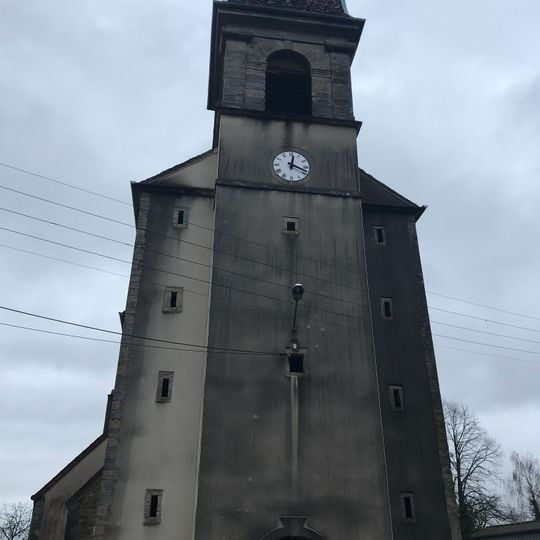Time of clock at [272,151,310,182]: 12:18
